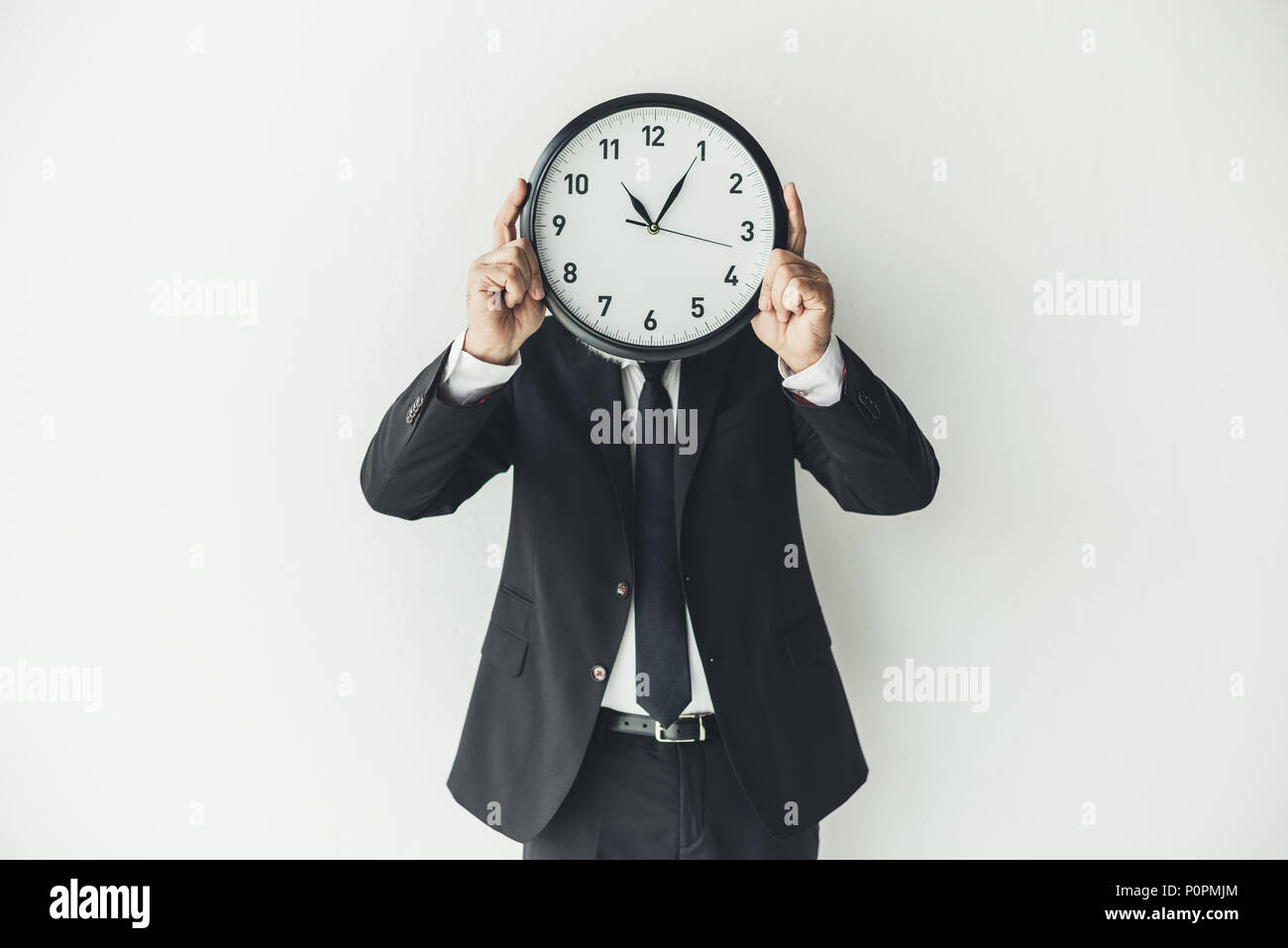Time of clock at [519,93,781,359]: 11:05
